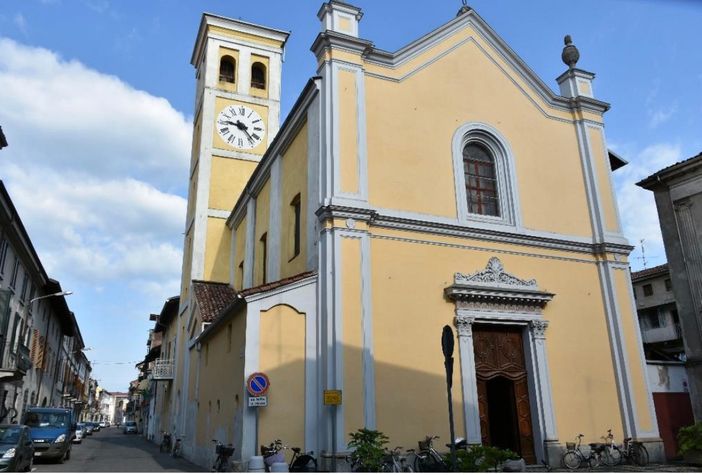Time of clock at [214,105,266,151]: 9:22
